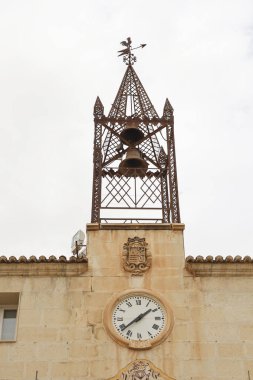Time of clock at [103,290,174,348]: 1:38
